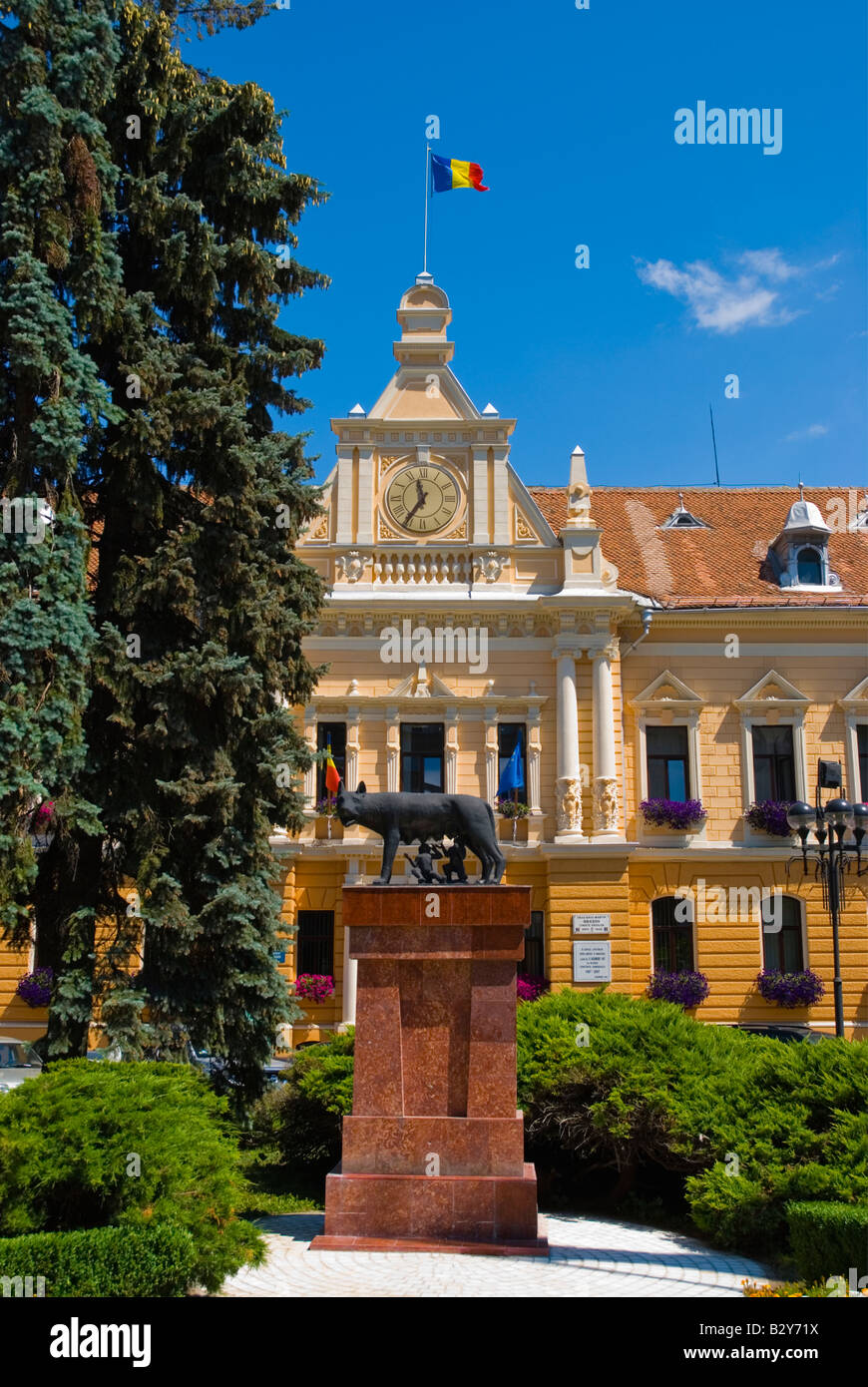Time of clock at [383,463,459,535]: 11:35
